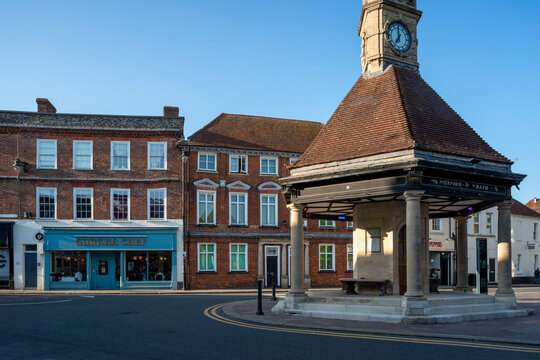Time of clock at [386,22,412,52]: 6:59
